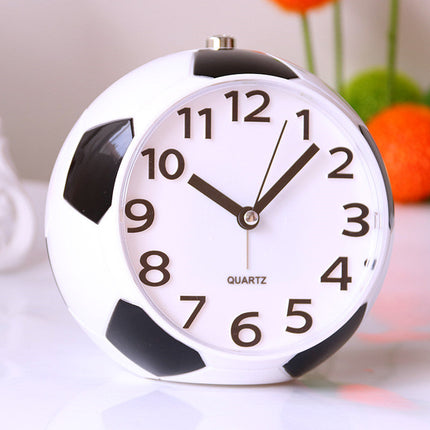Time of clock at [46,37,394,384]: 10:07
